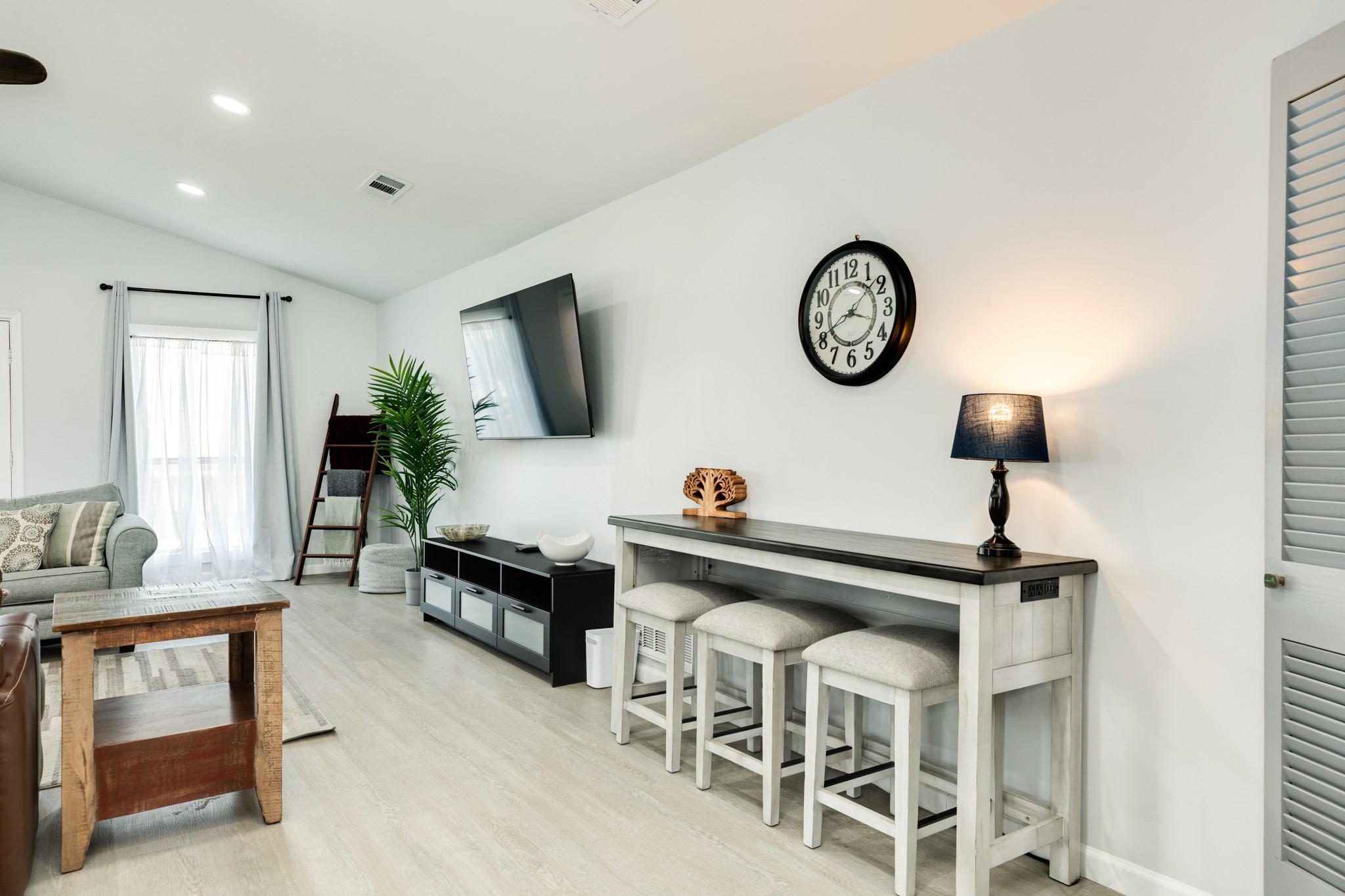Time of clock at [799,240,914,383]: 3:40
